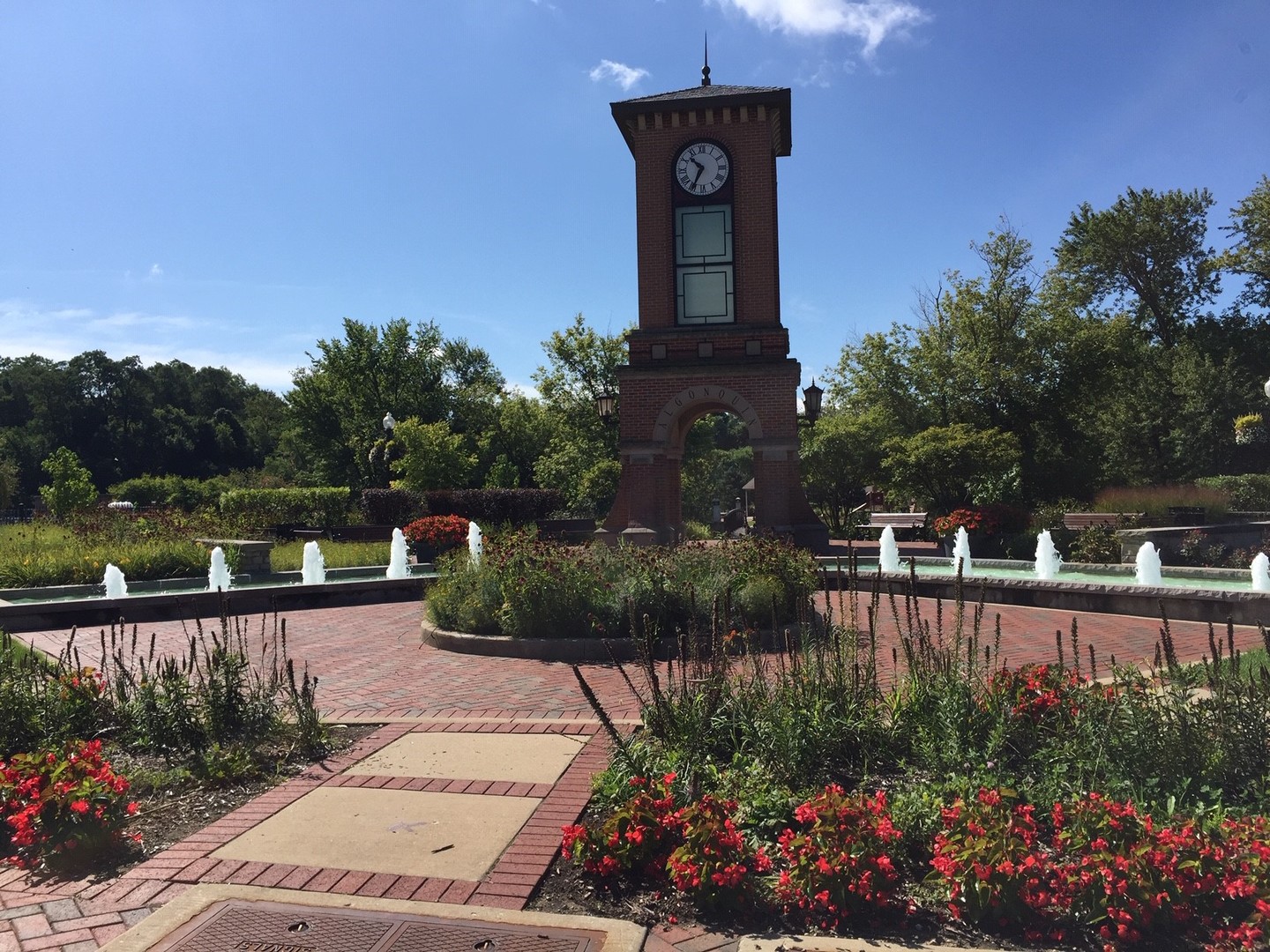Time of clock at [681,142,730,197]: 10:34
